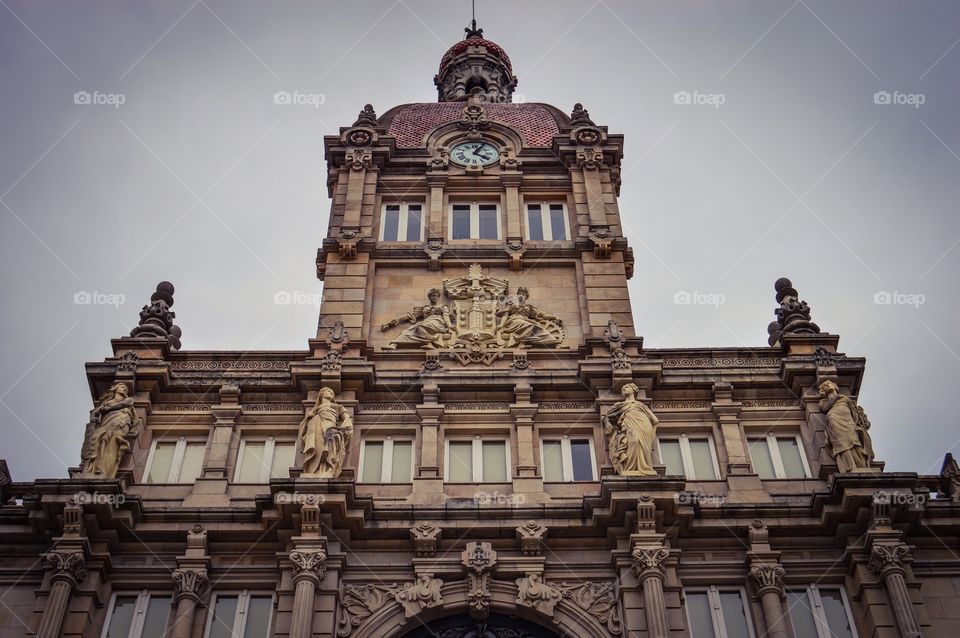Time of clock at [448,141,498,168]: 4:04
